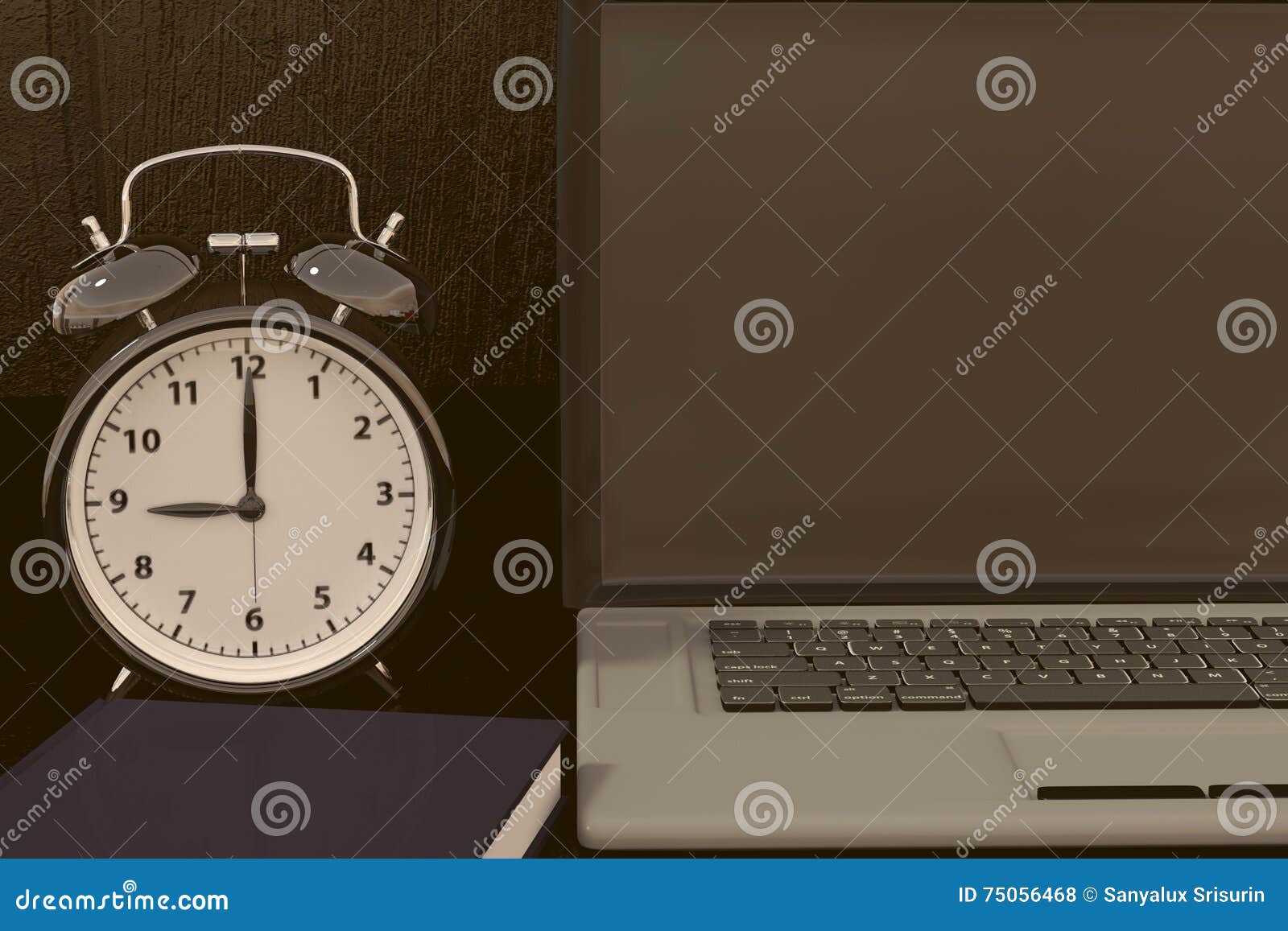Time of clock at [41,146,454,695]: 9:00
